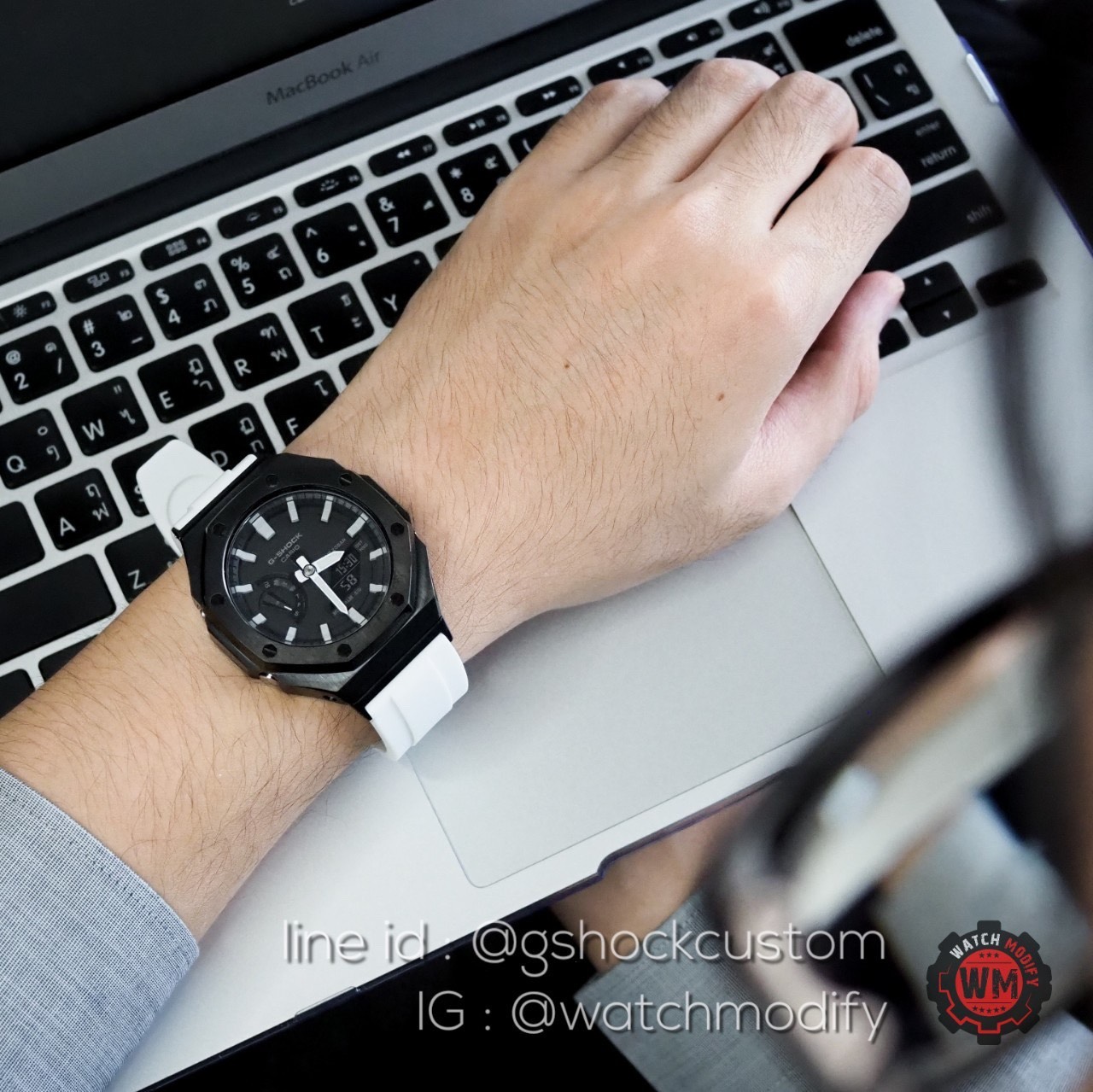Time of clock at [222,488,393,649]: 1:20
